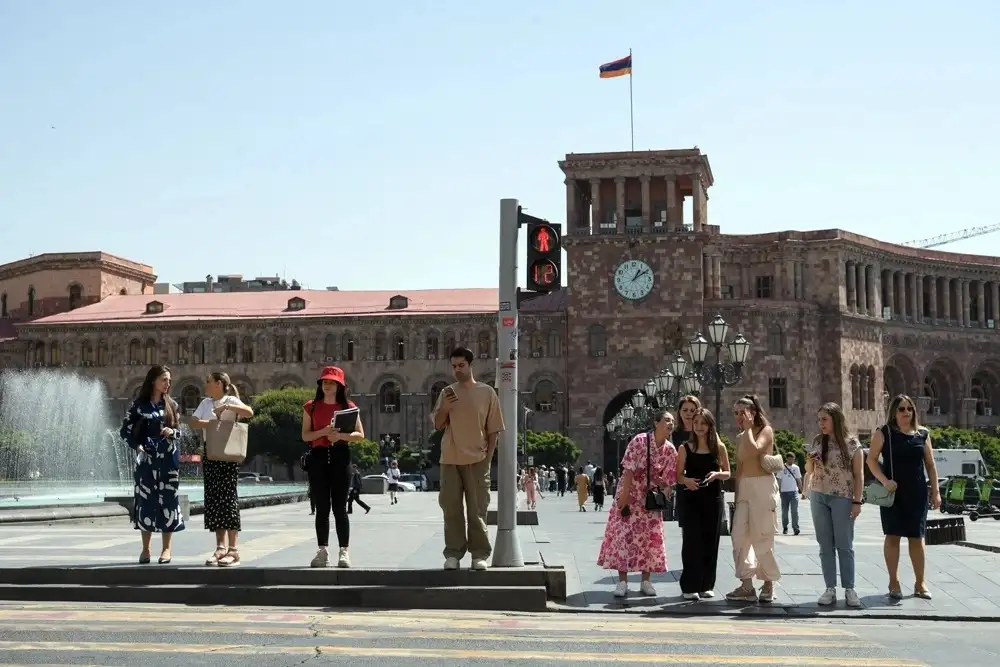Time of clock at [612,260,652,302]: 1:09
